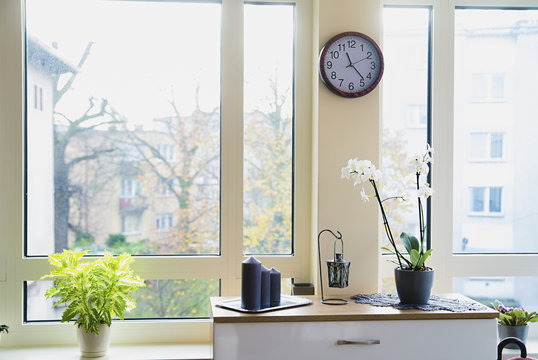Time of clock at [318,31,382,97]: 11:23
